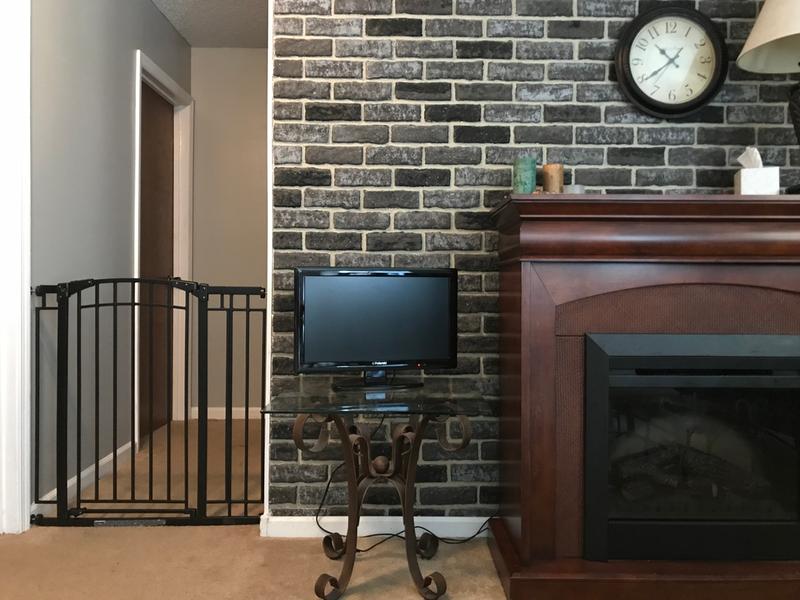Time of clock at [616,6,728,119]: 10:39
